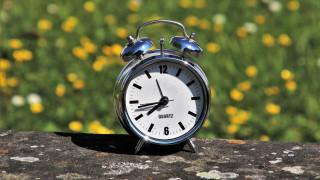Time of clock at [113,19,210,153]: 7:43
